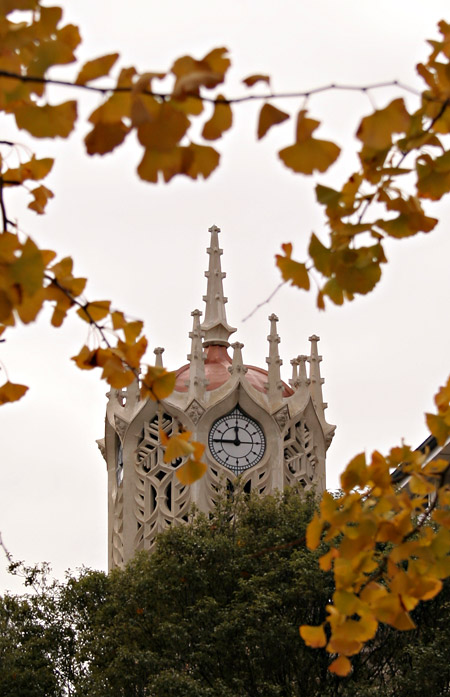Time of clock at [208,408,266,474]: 11:45
